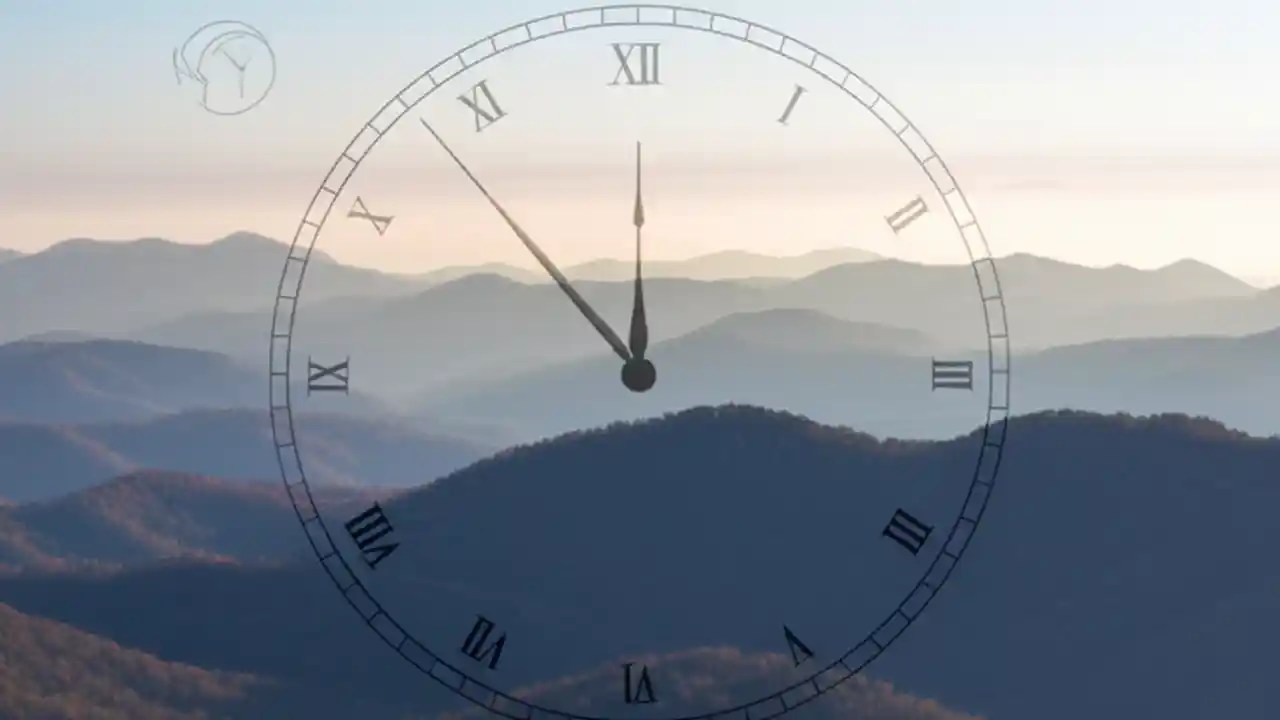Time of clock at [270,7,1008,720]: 11:53
